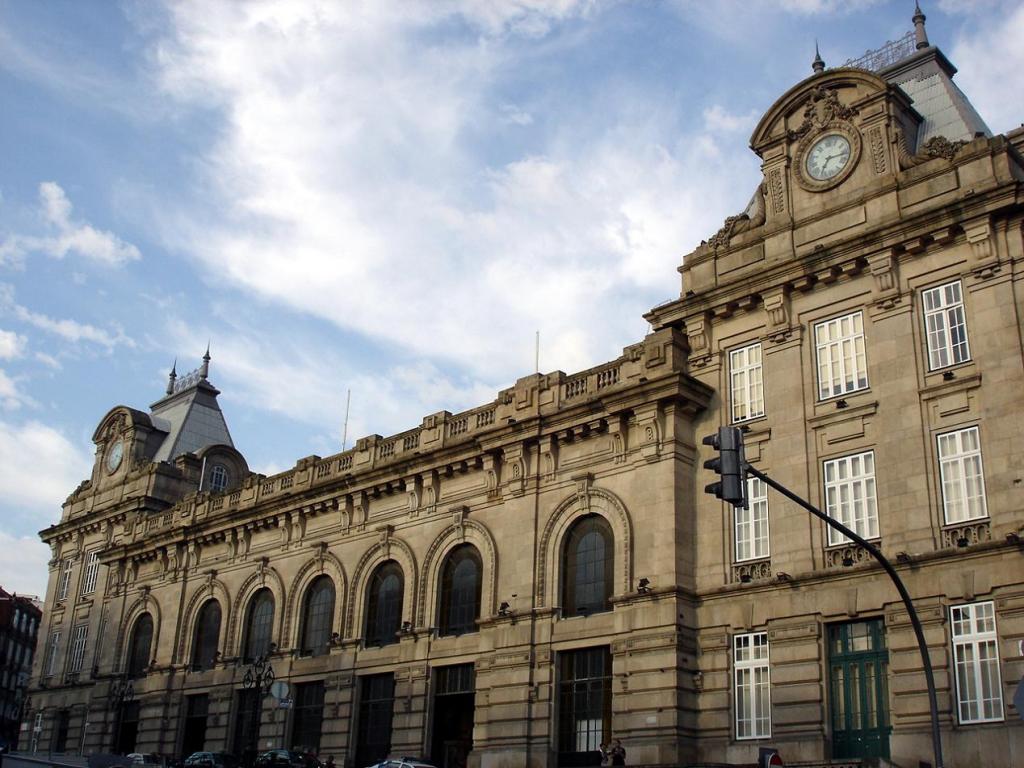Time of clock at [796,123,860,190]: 7:15
